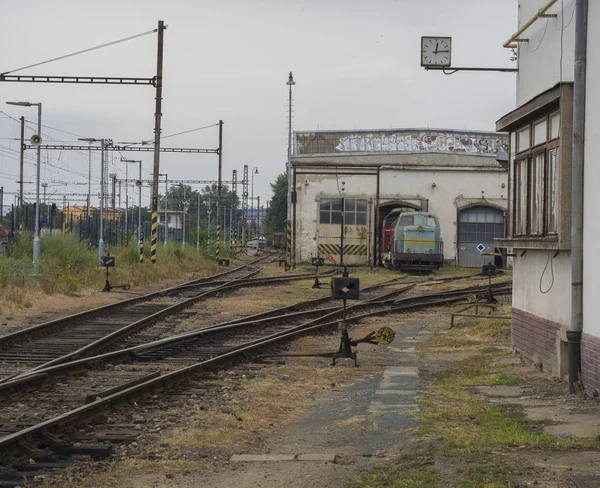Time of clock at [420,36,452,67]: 12:14
